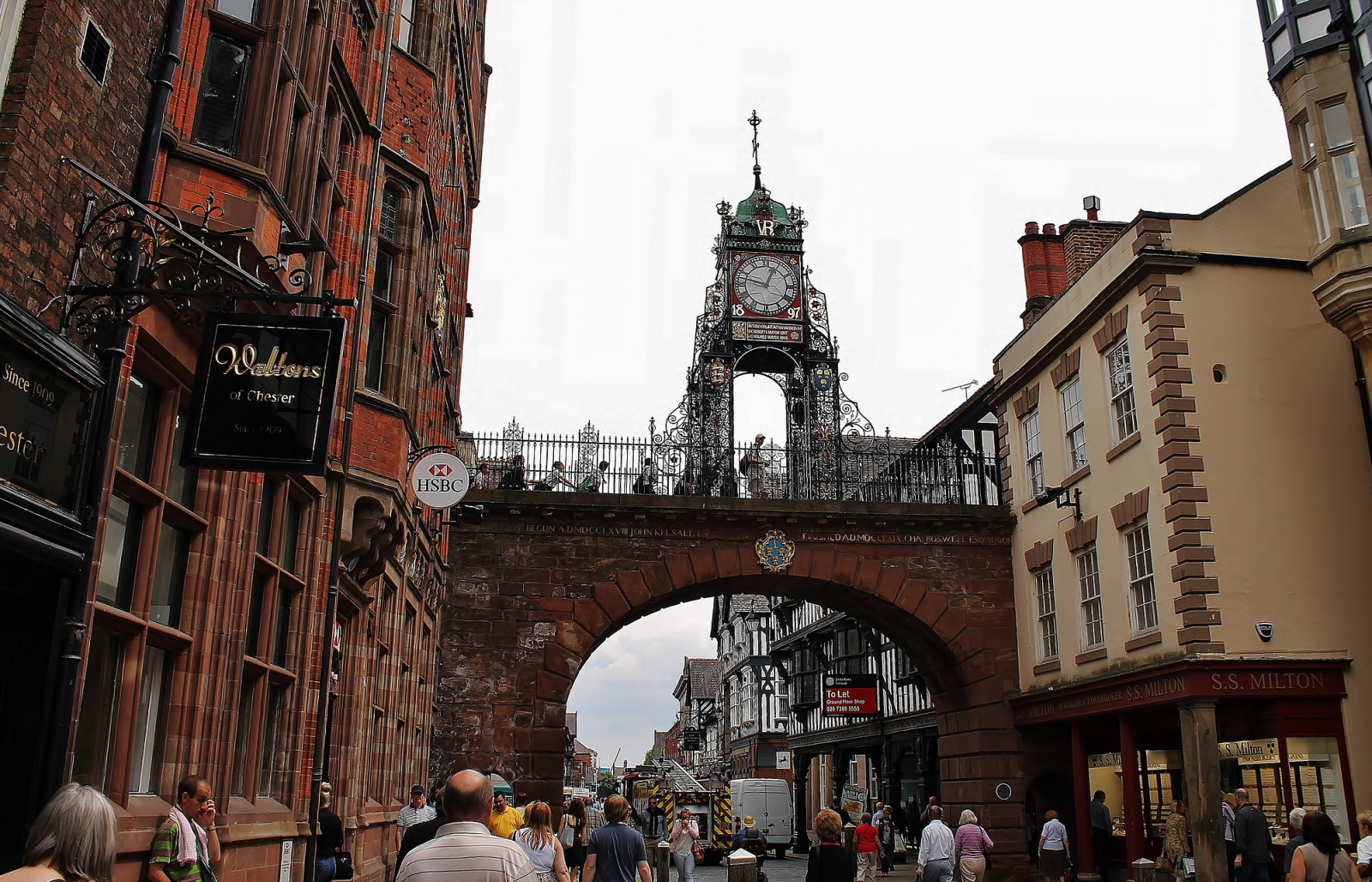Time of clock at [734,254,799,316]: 12:47
